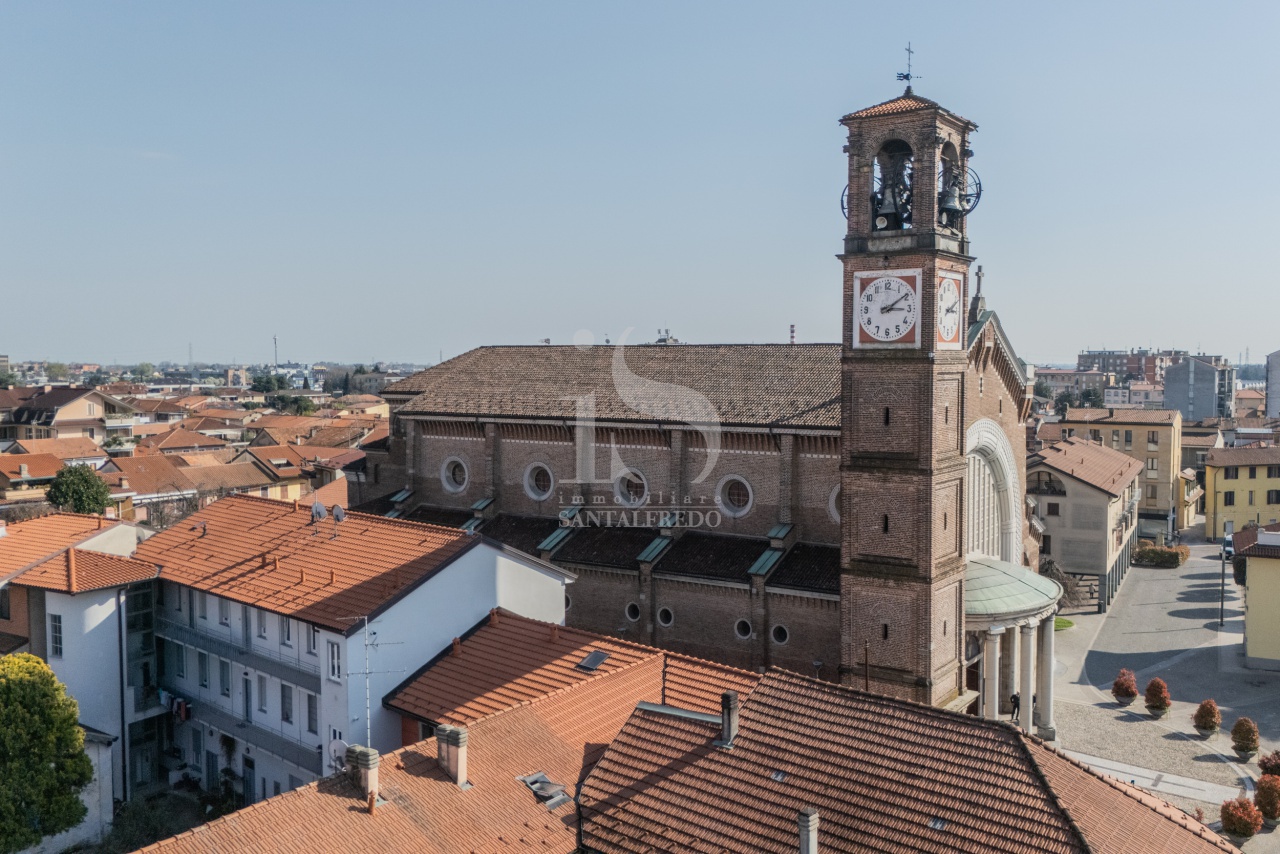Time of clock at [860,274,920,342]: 3:09
